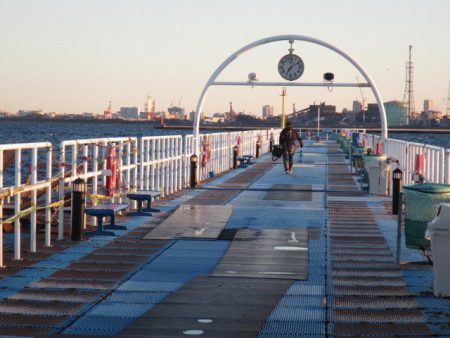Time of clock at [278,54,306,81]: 7:09
